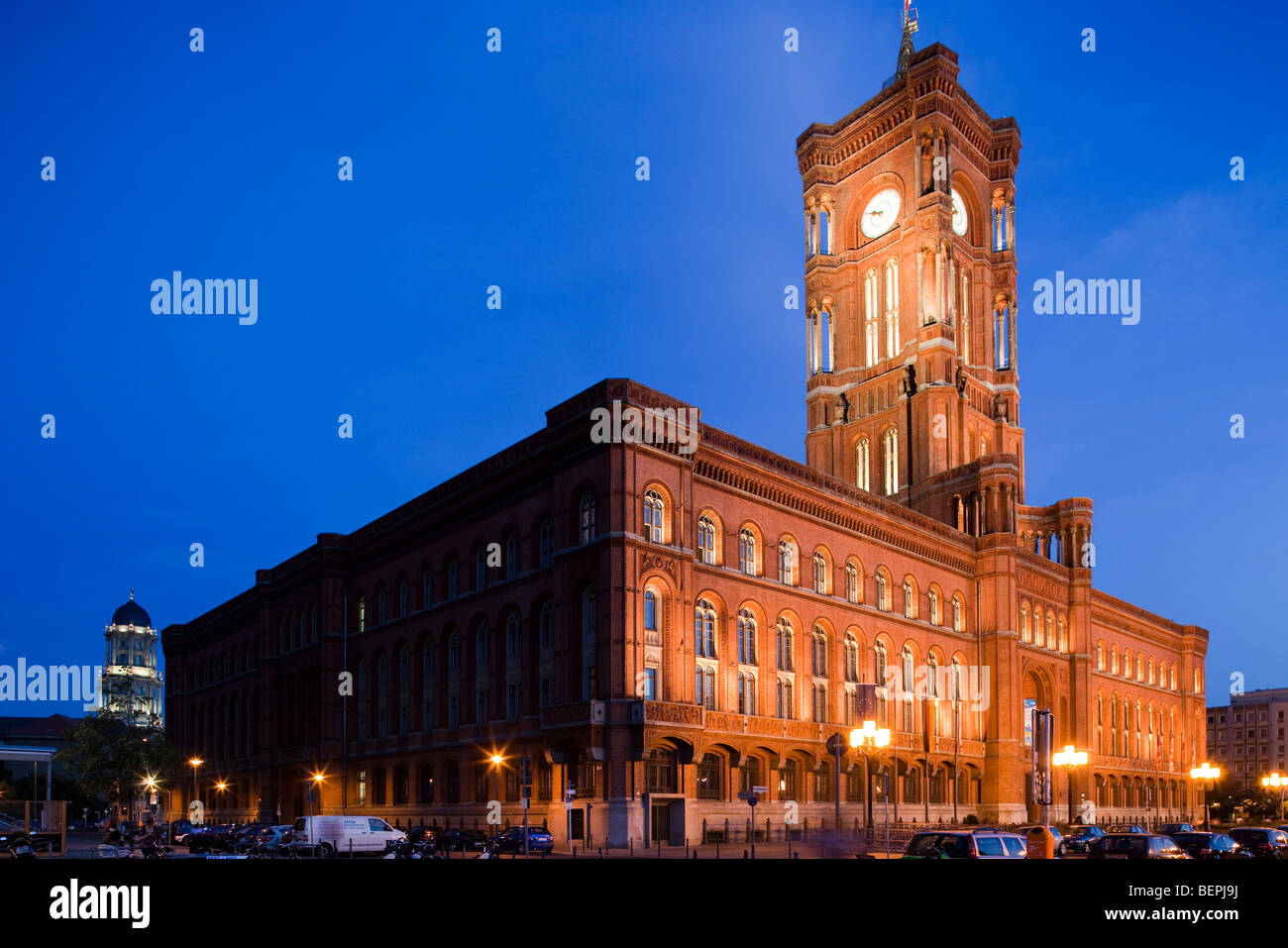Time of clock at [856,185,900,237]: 8:45
